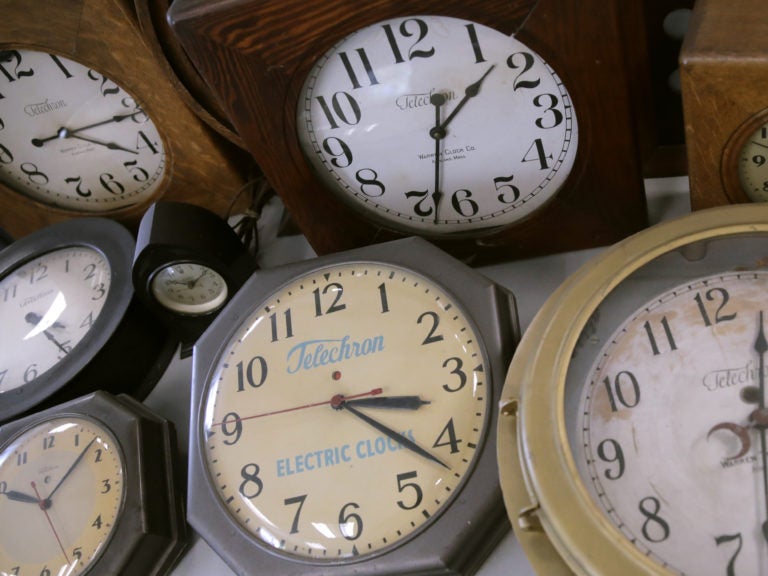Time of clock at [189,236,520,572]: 3:21
